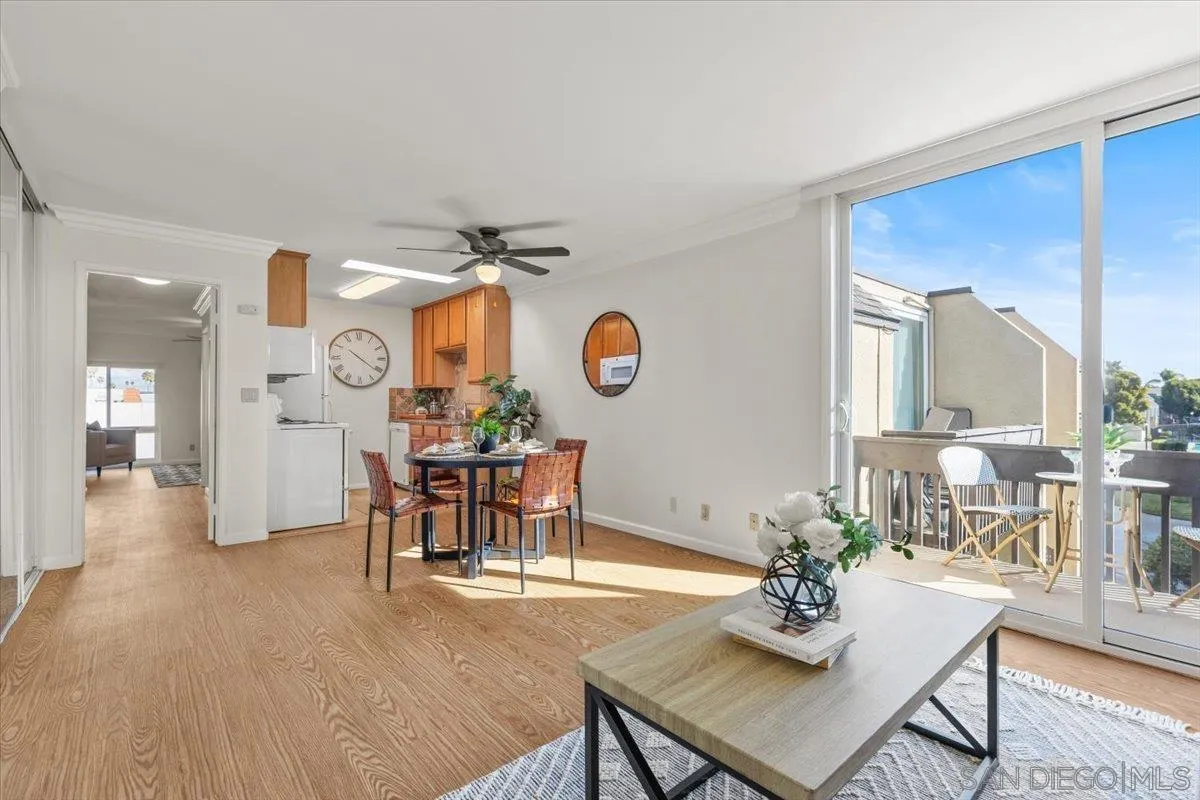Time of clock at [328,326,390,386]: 10:20
